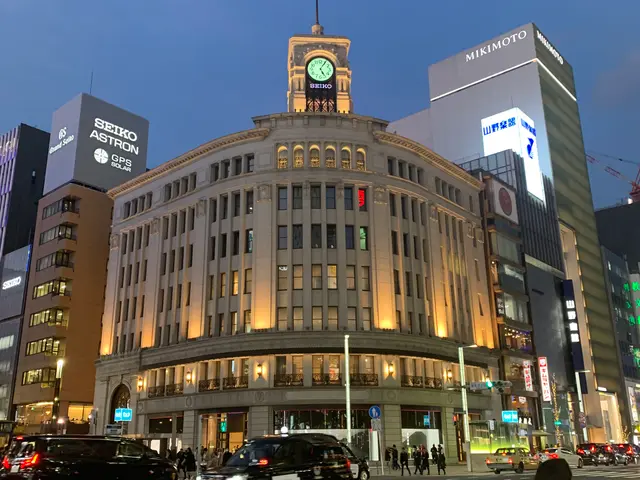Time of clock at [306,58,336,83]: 5:05
